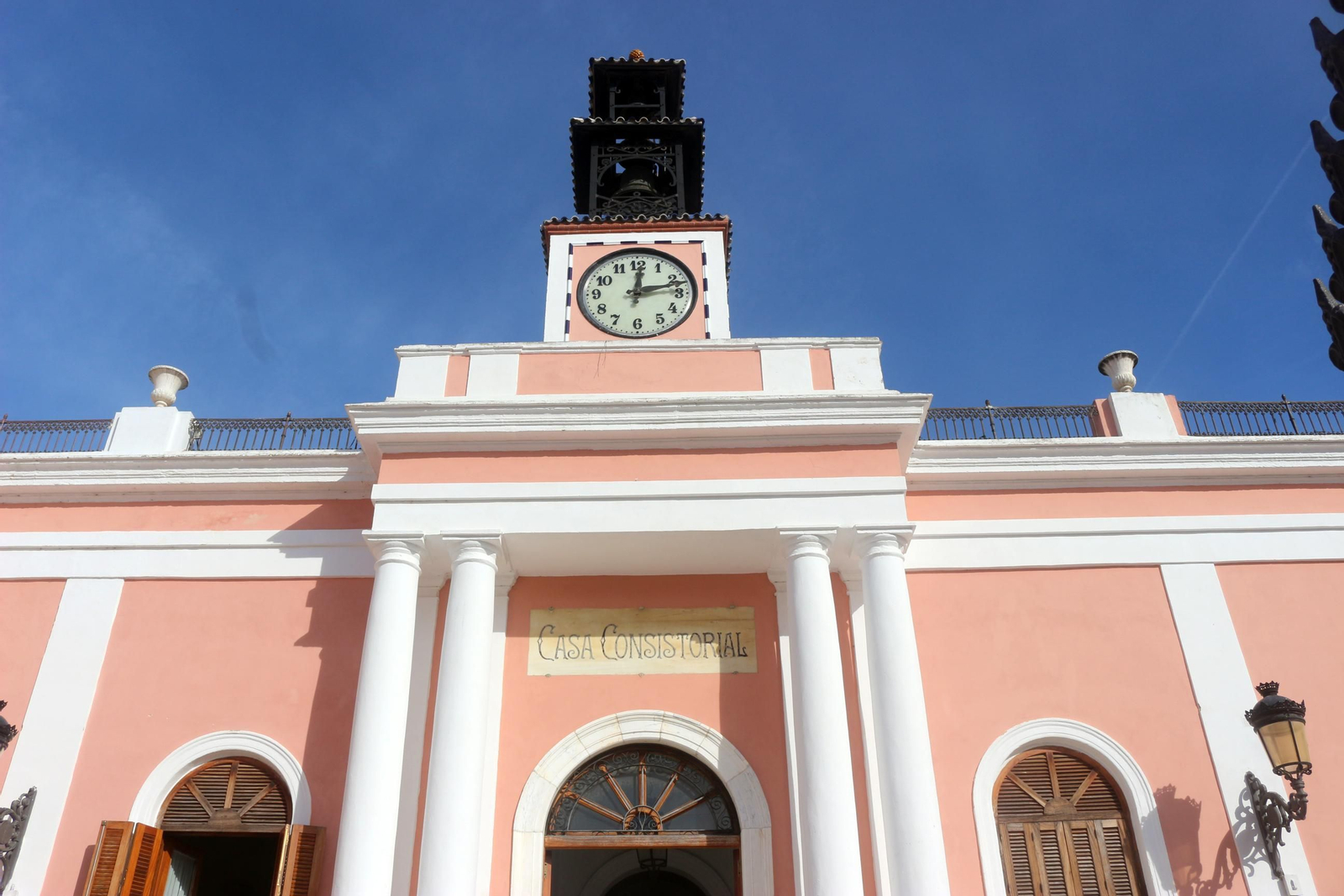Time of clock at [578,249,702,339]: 12:12
